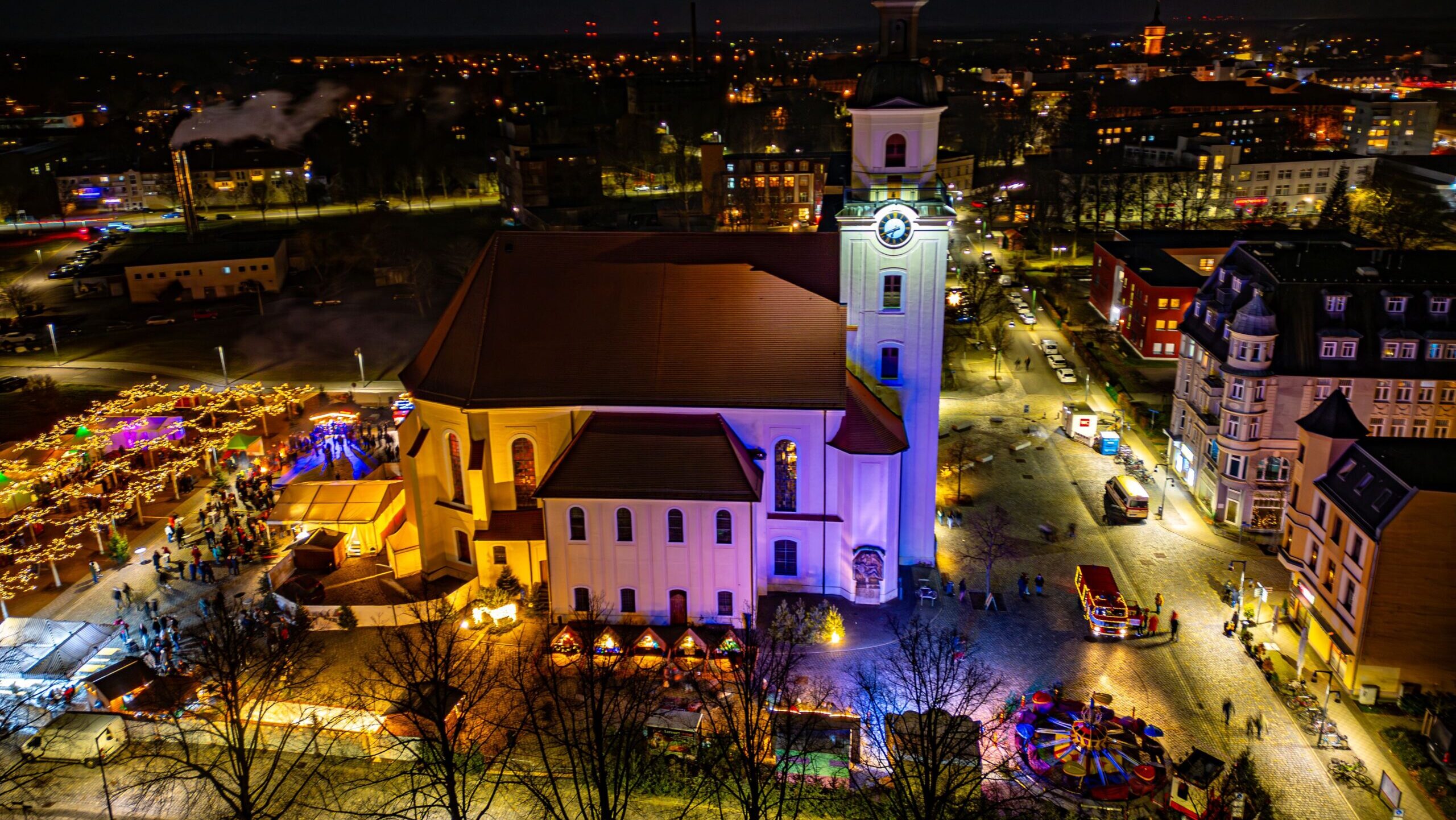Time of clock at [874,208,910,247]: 6:41
